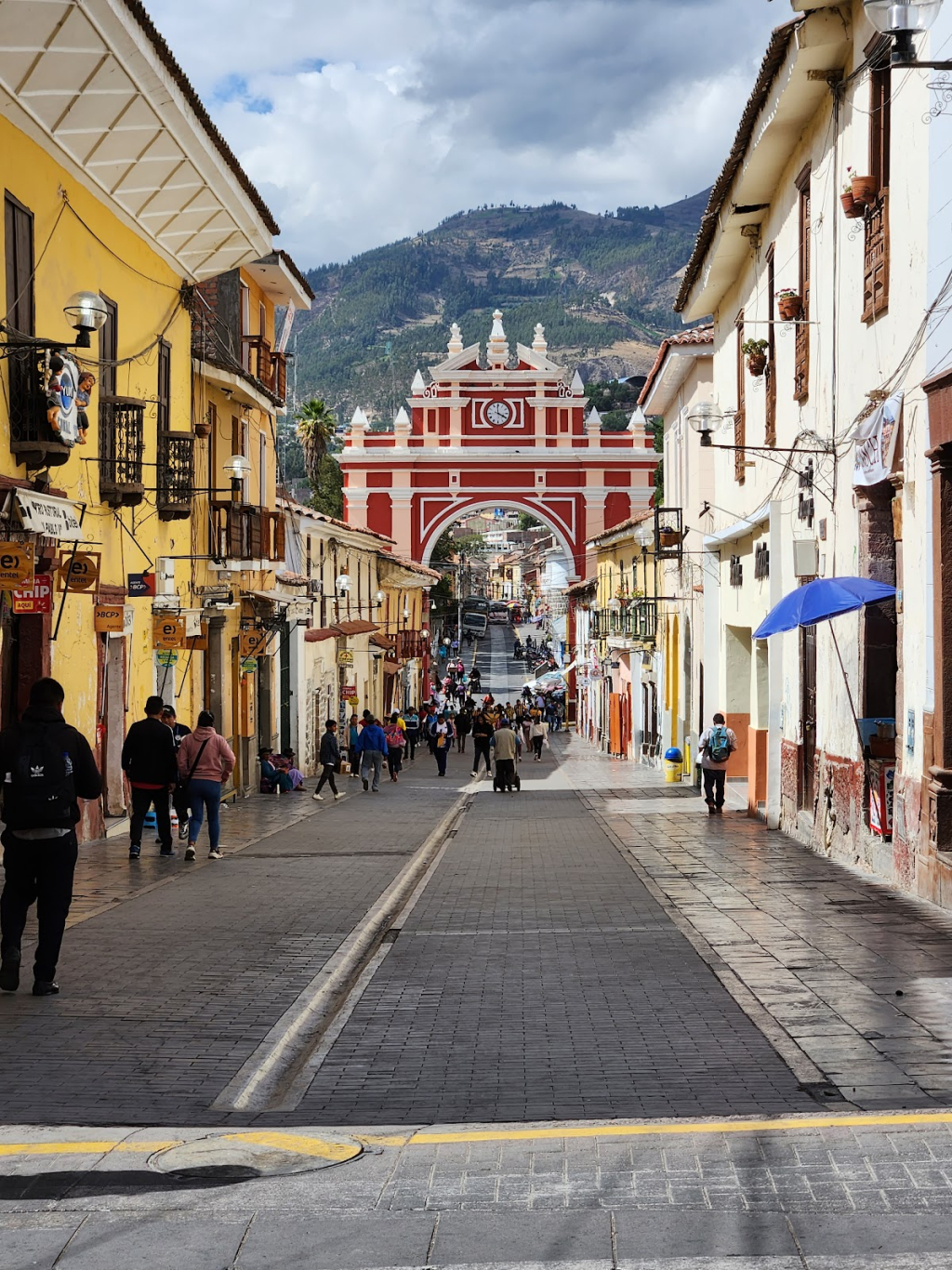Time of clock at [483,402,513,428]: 3:59
